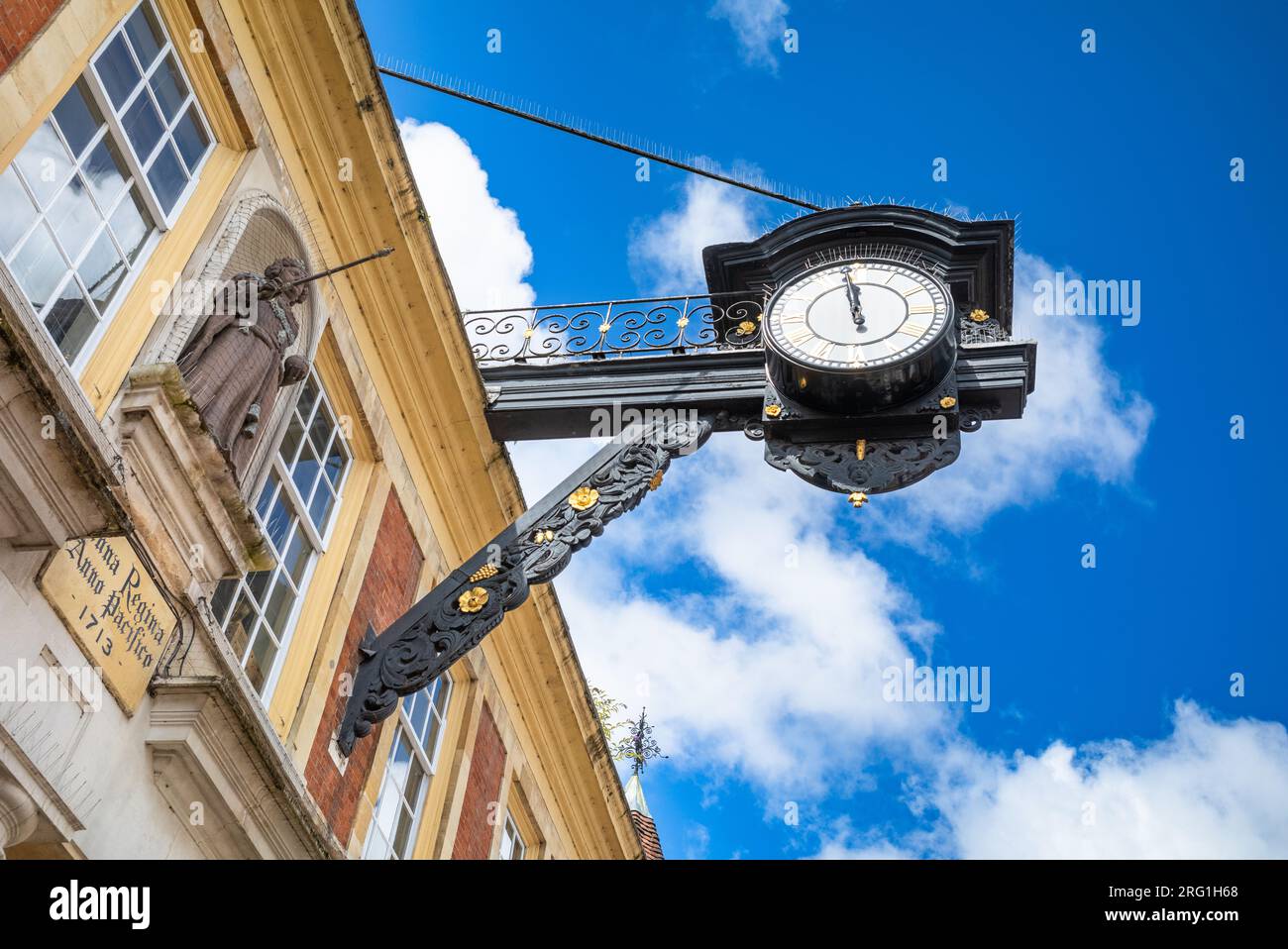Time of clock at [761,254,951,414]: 11:58
